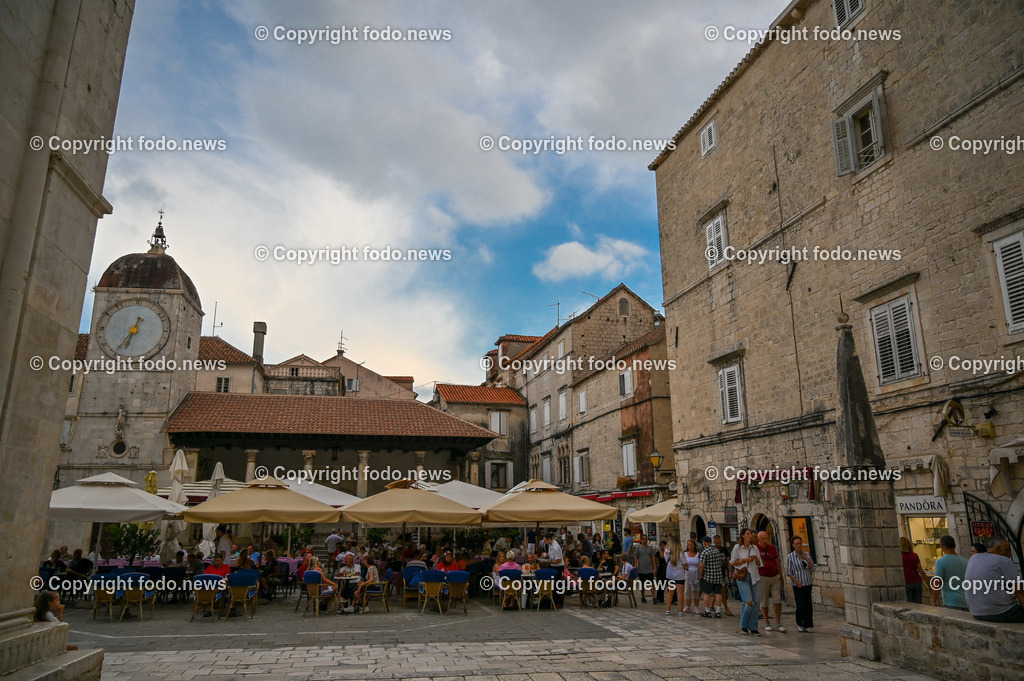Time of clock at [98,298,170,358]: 6:35
